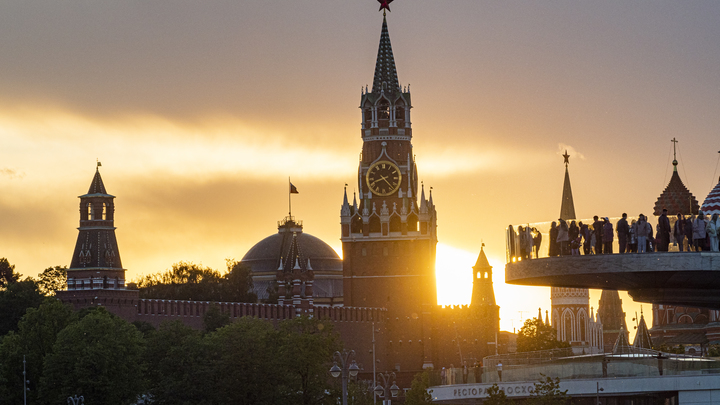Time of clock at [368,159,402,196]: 8:22
